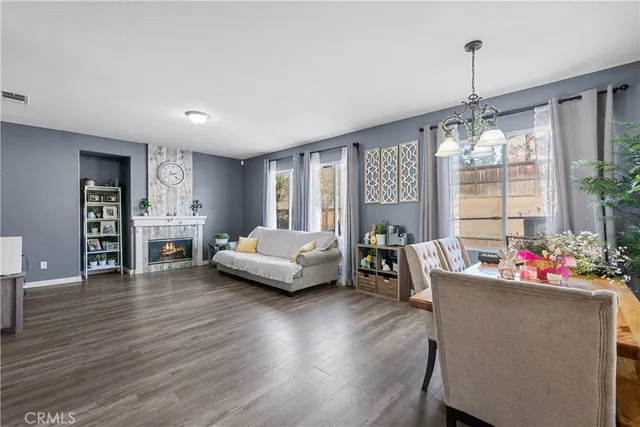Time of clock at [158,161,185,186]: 2:21
